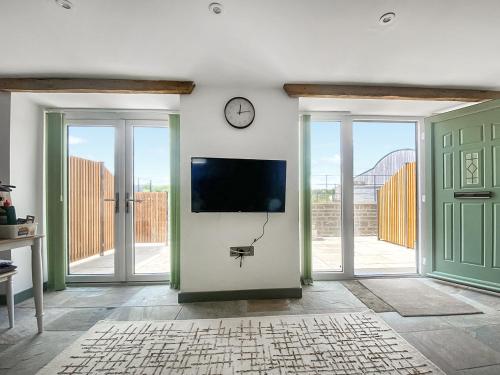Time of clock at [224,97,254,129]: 12:13
